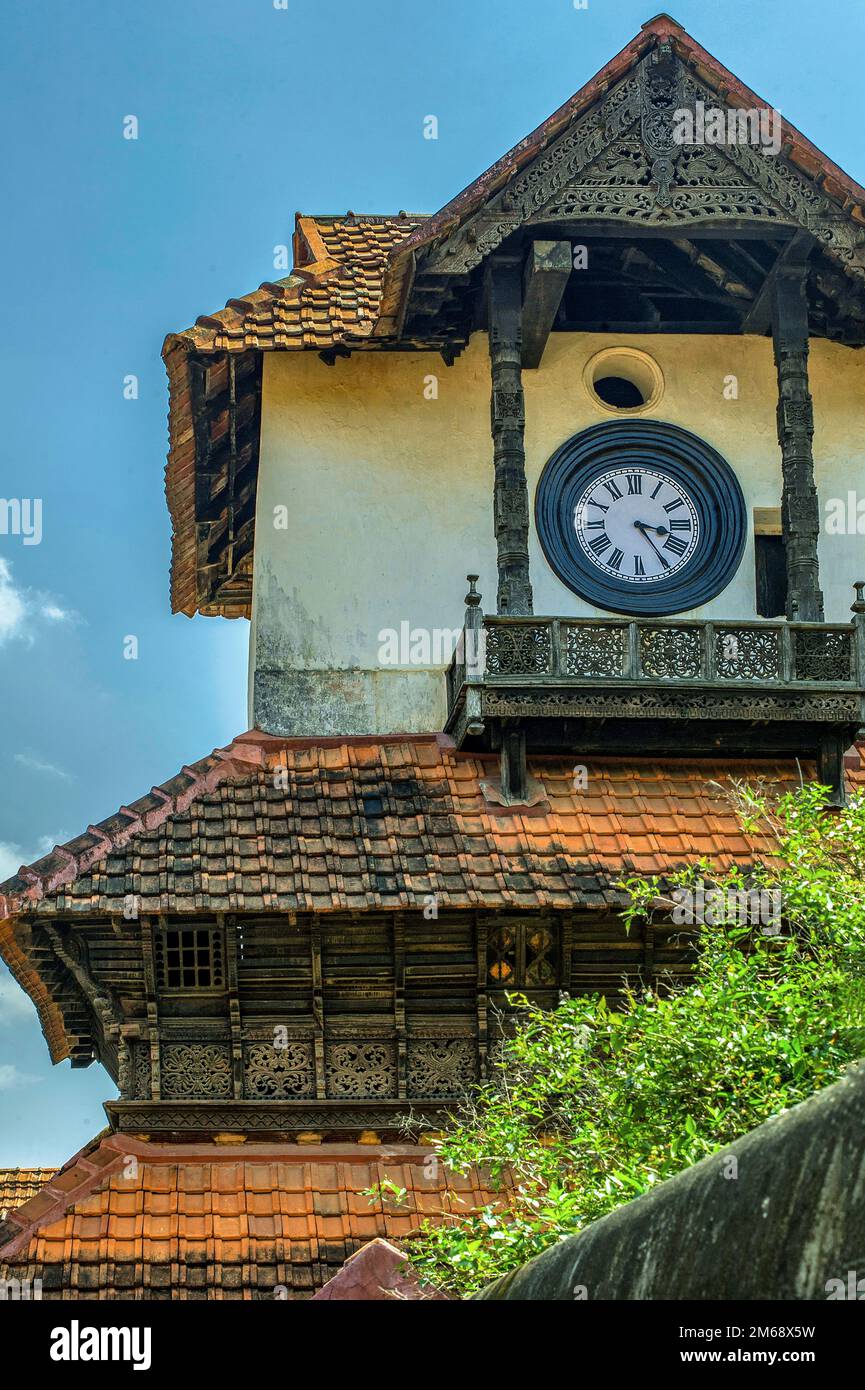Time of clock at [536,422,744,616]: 3:24
